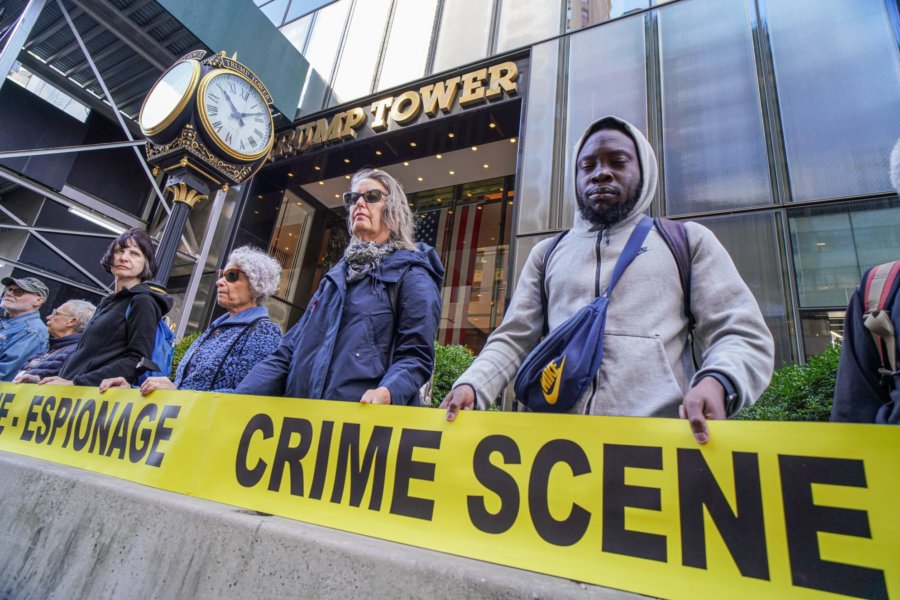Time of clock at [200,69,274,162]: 11:12
